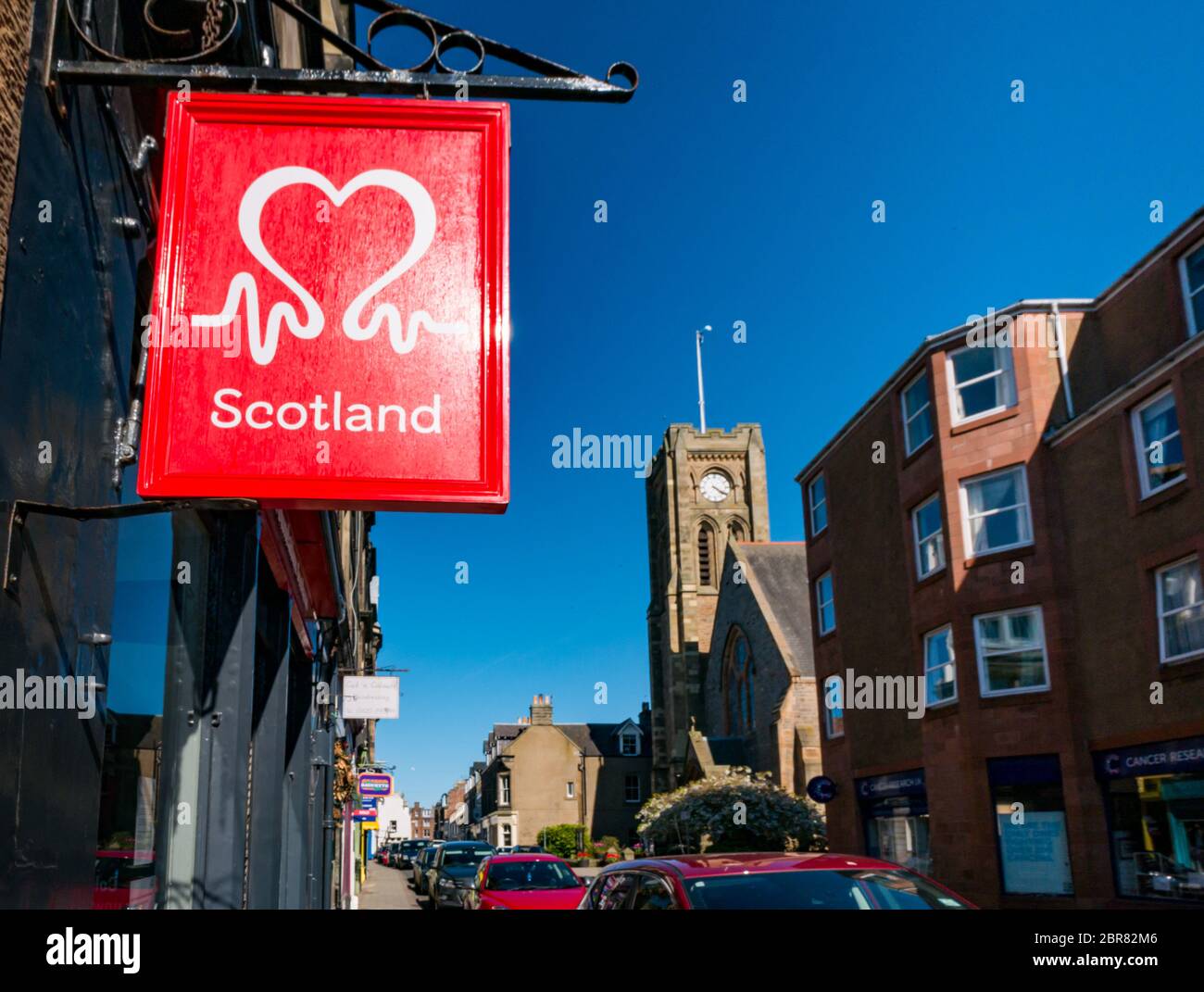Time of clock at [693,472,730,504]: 4:20
